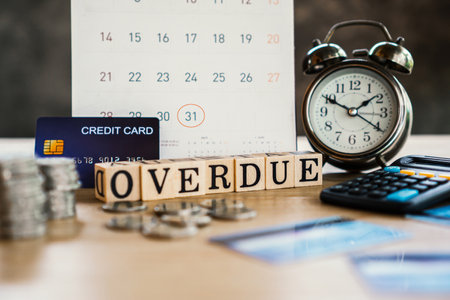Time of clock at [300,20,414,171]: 1:49
